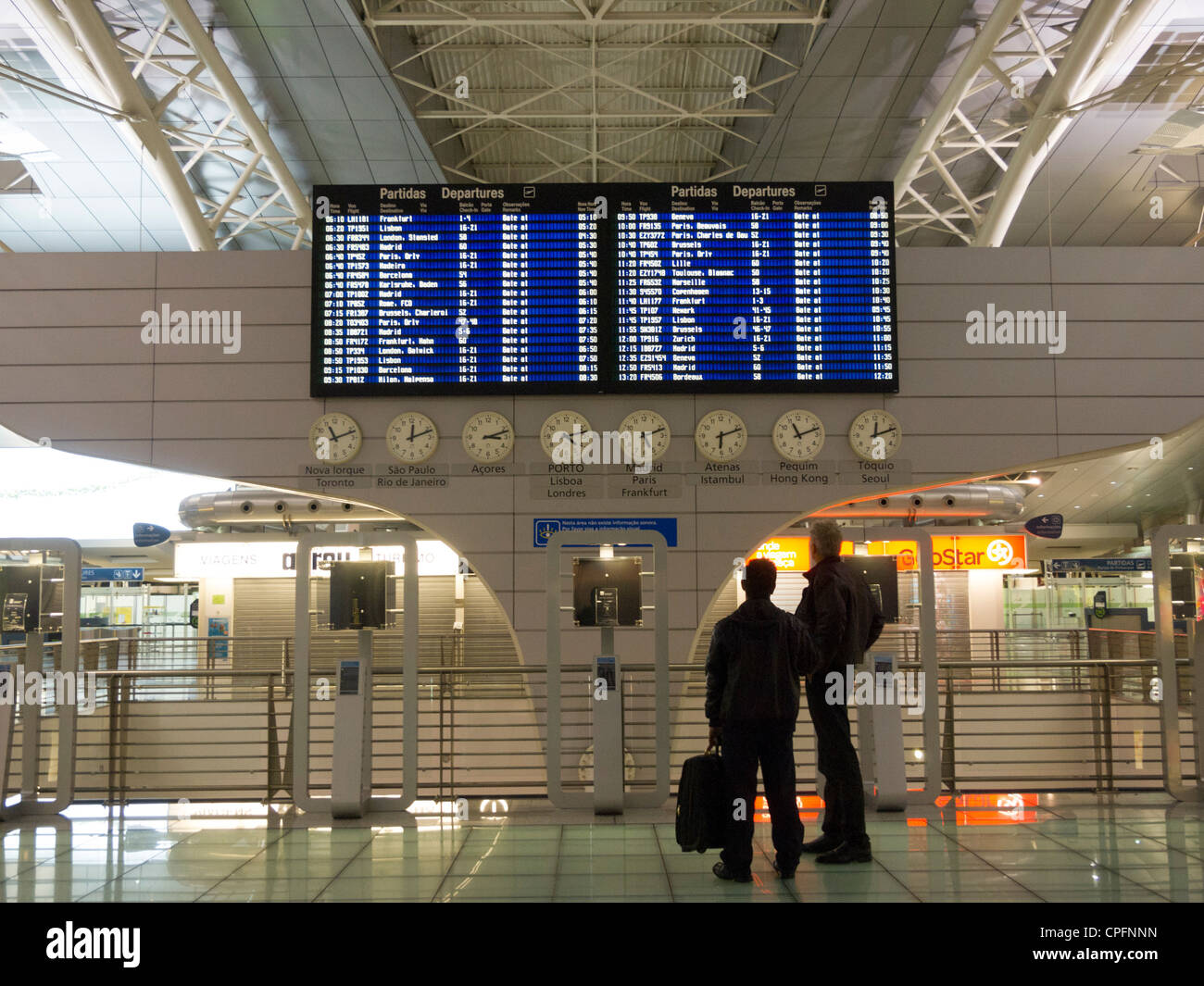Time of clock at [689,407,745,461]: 6:11
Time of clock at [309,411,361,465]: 11:11
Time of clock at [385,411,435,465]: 12:11
